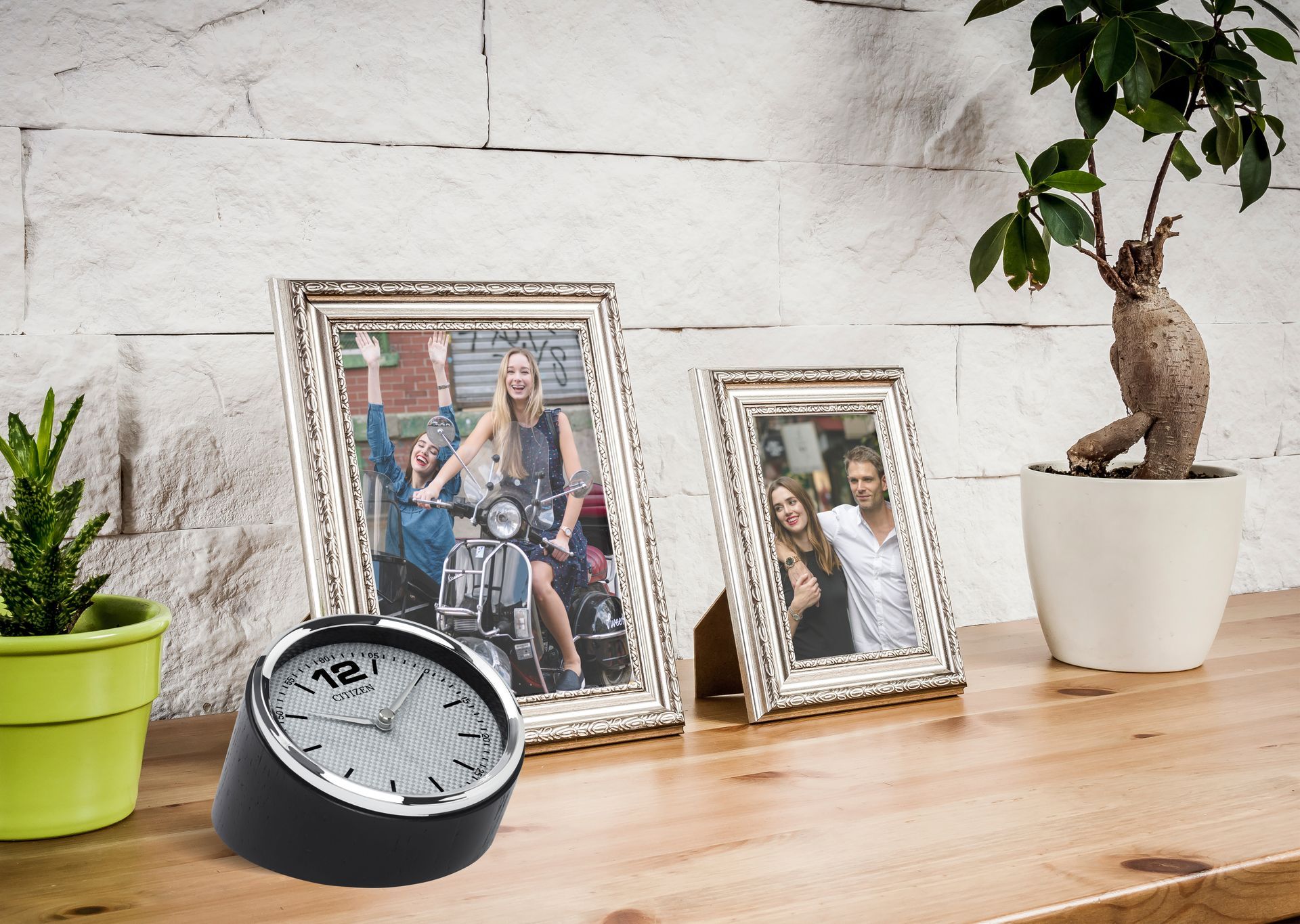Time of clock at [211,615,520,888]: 9:05
